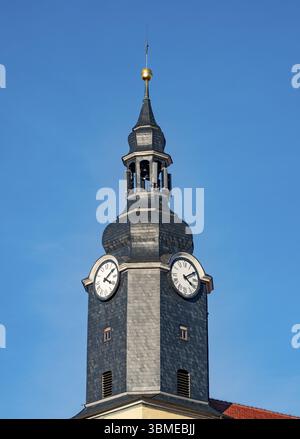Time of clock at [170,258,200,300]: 4:09
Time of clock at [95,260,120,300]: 4:09
